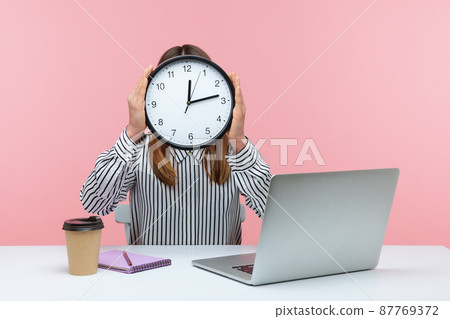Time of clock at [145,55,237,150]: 12:13
